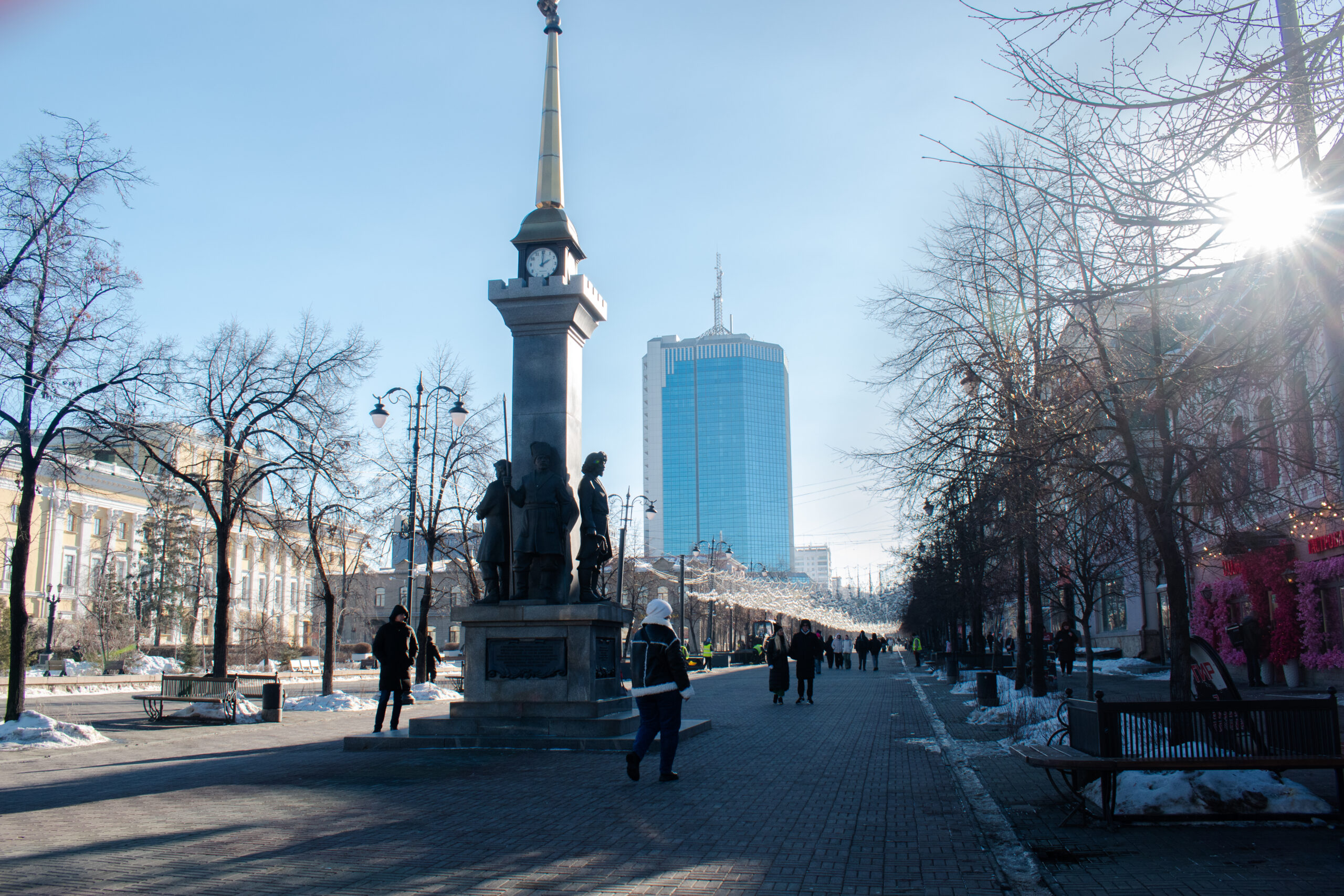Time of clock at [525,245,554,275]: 2:00
